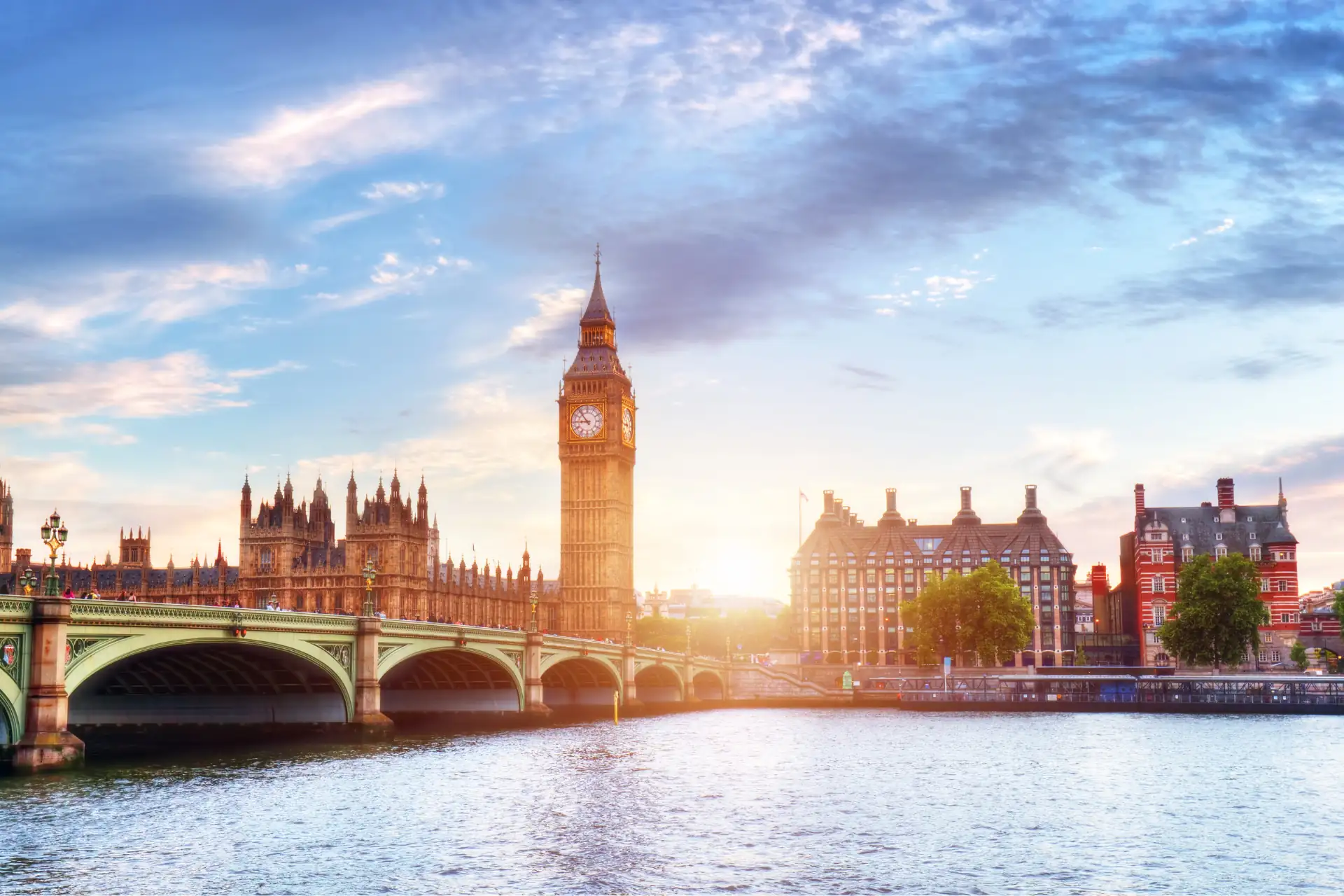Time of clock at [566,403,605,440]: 8:53
